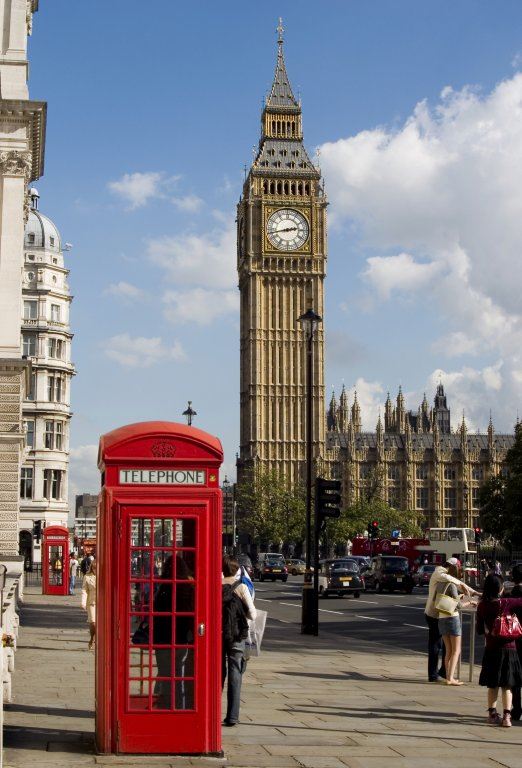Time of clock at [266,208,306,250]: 2:43
